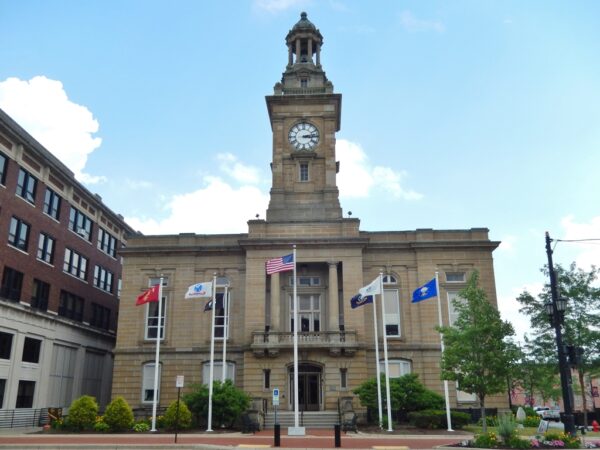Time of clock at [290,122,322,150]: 3:12
